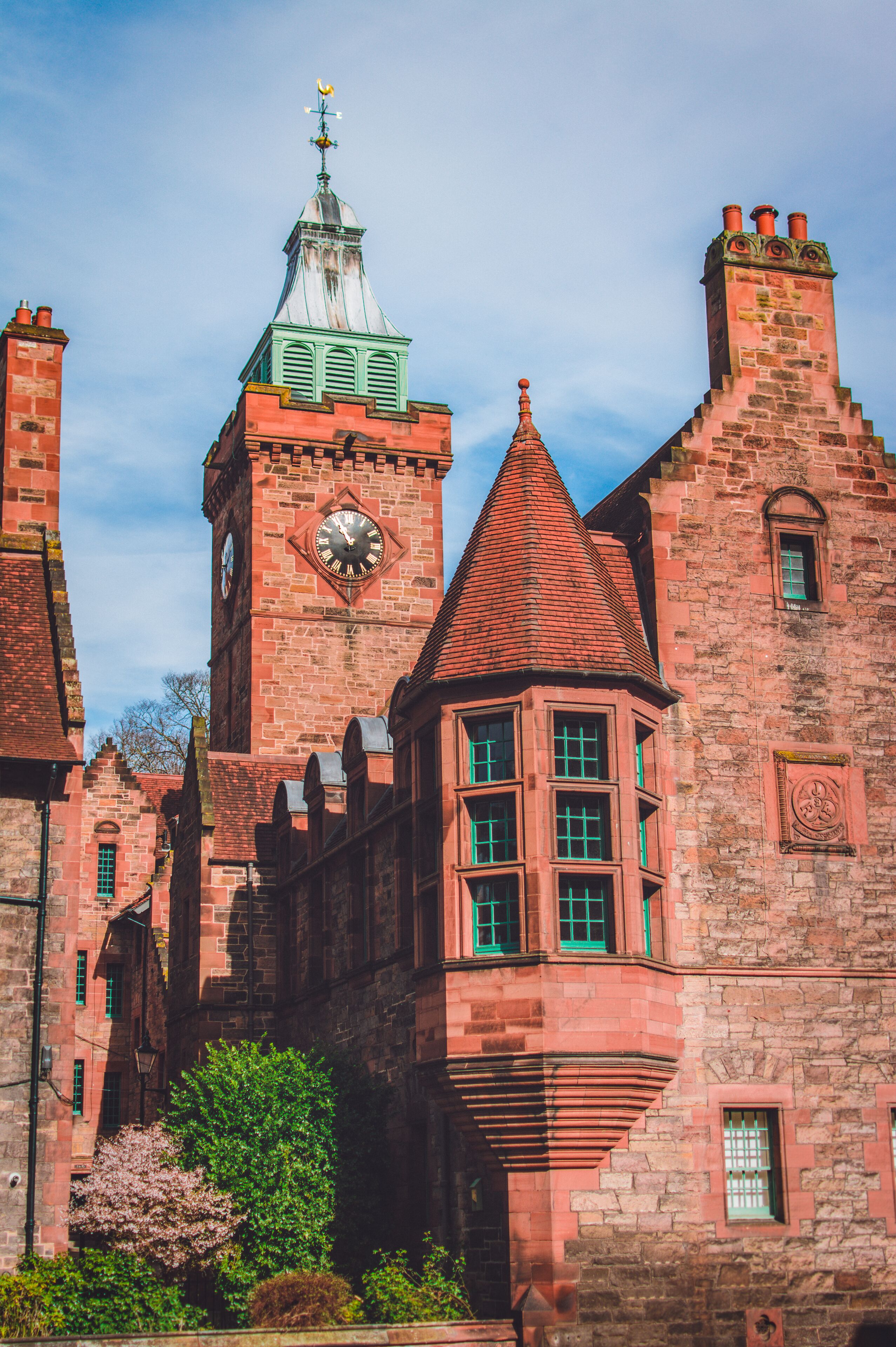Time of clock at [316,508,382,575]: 10:55
